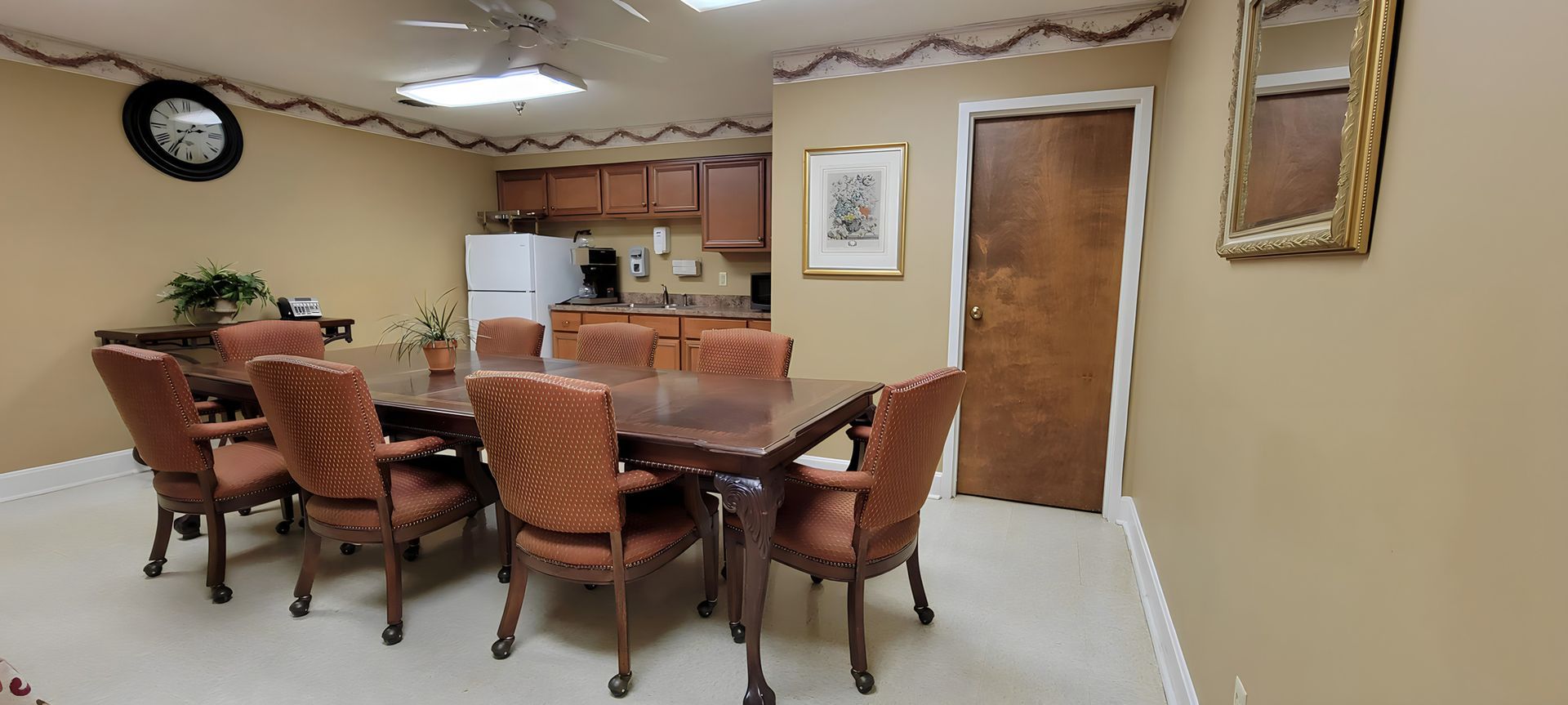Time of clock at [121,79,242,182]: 2:35
